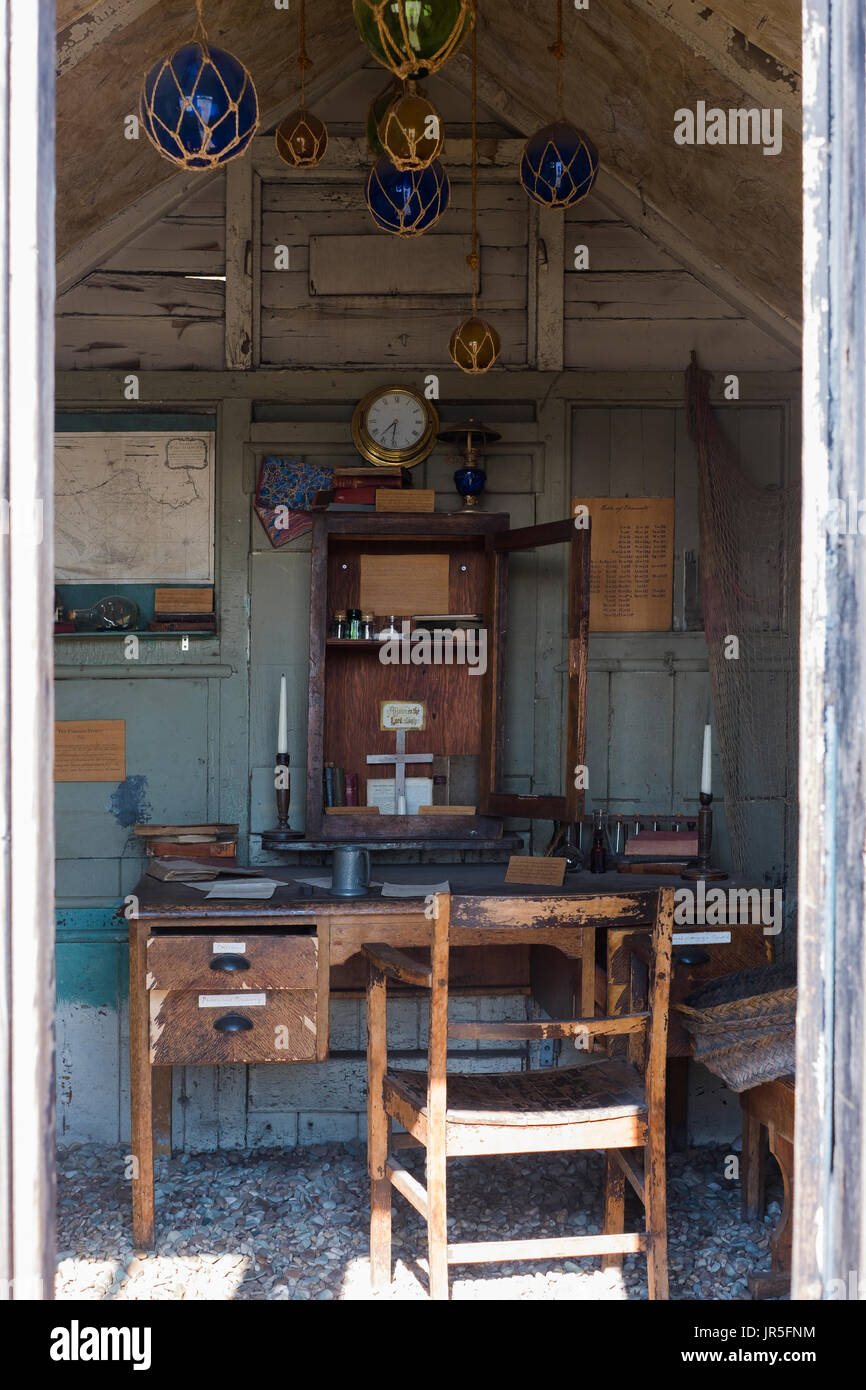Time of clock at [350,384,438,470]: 7:31
